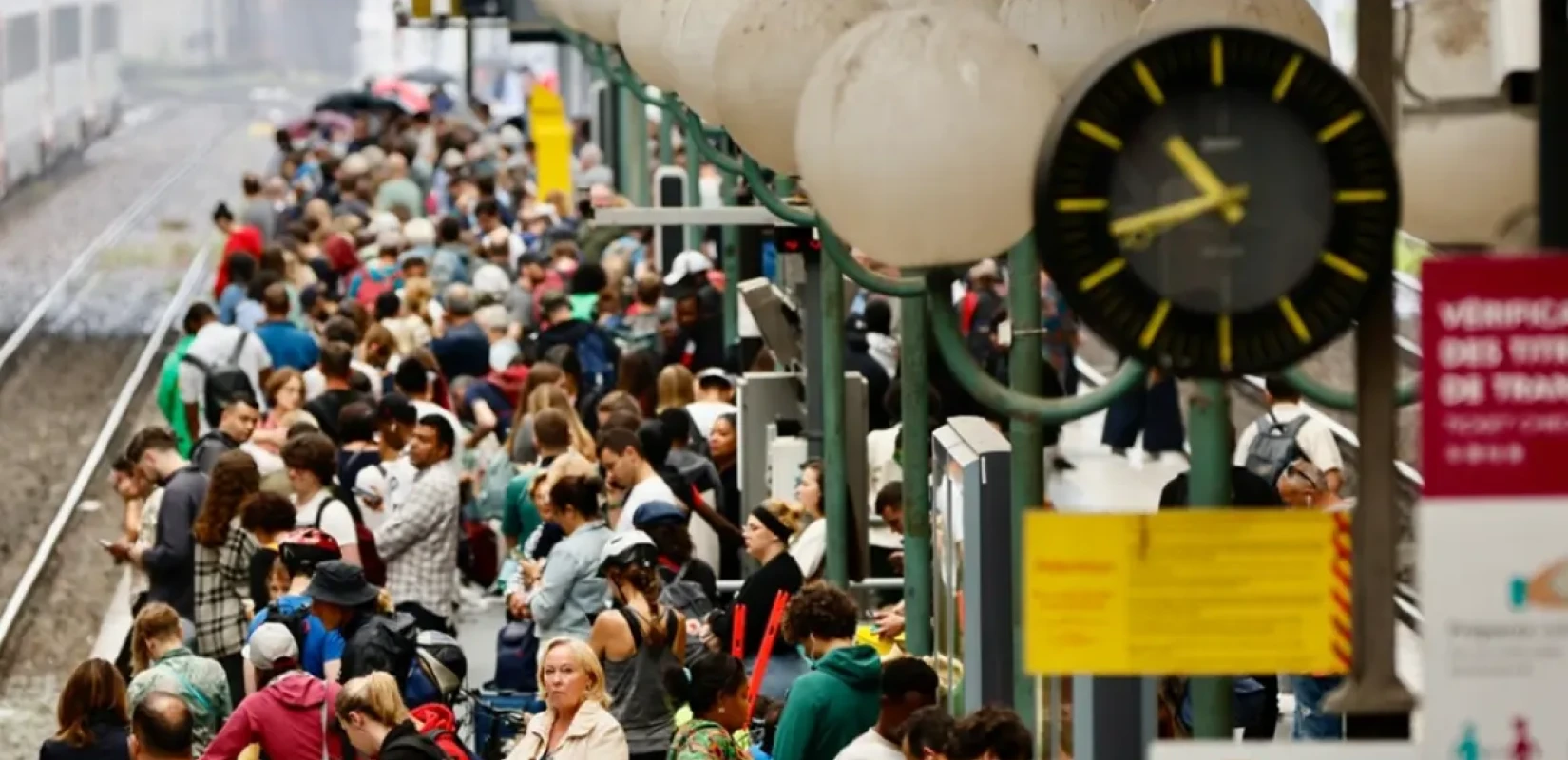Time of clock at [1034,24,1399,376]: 10:42
